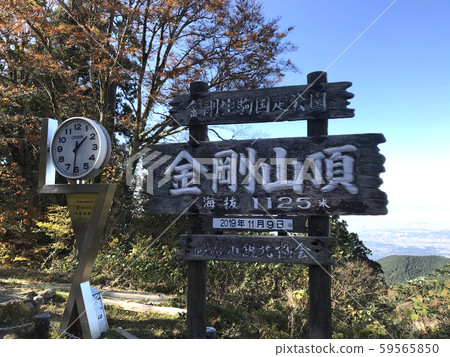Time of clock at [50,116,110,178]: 1:31
